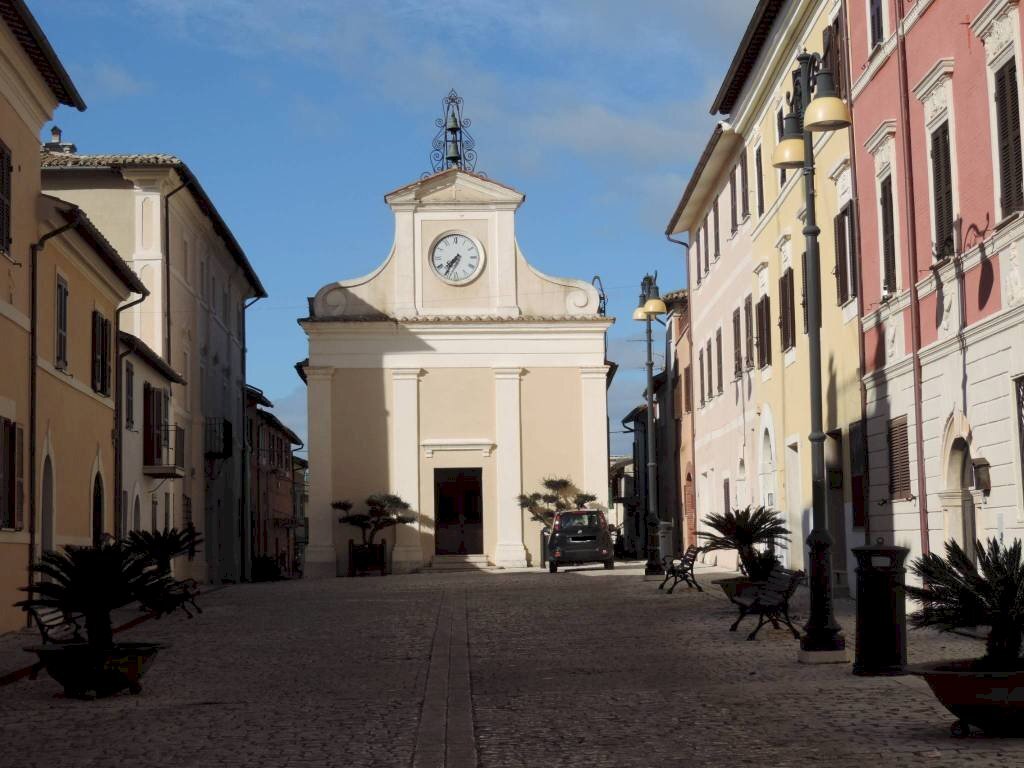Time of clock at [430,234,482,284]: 7:35
